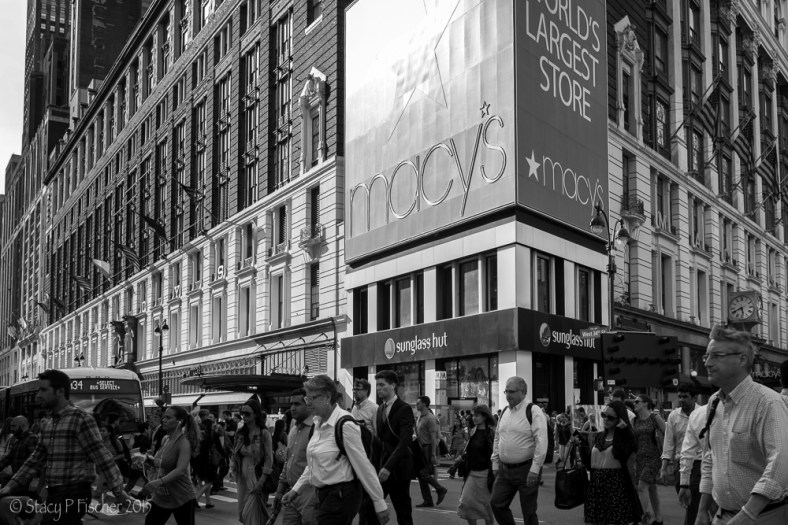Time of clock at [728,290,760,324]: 5:40
